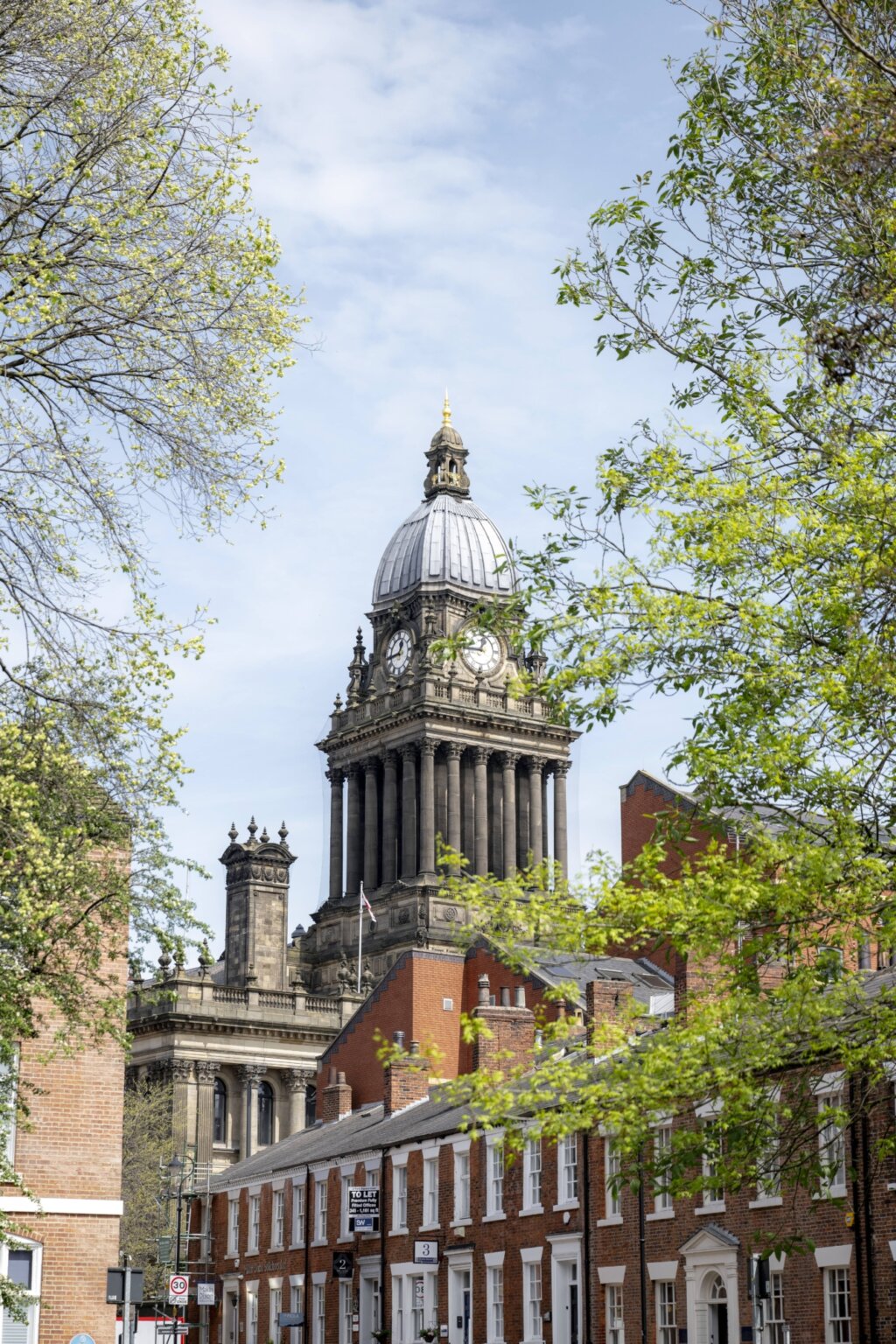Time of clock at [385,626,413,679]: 12:43
